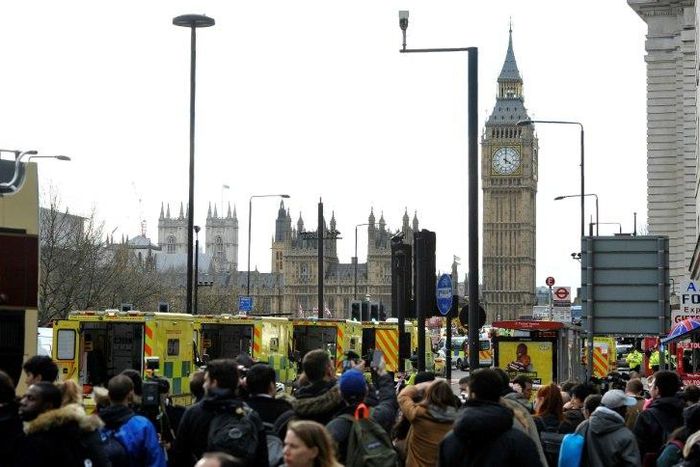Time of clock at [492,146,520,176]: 4:00
